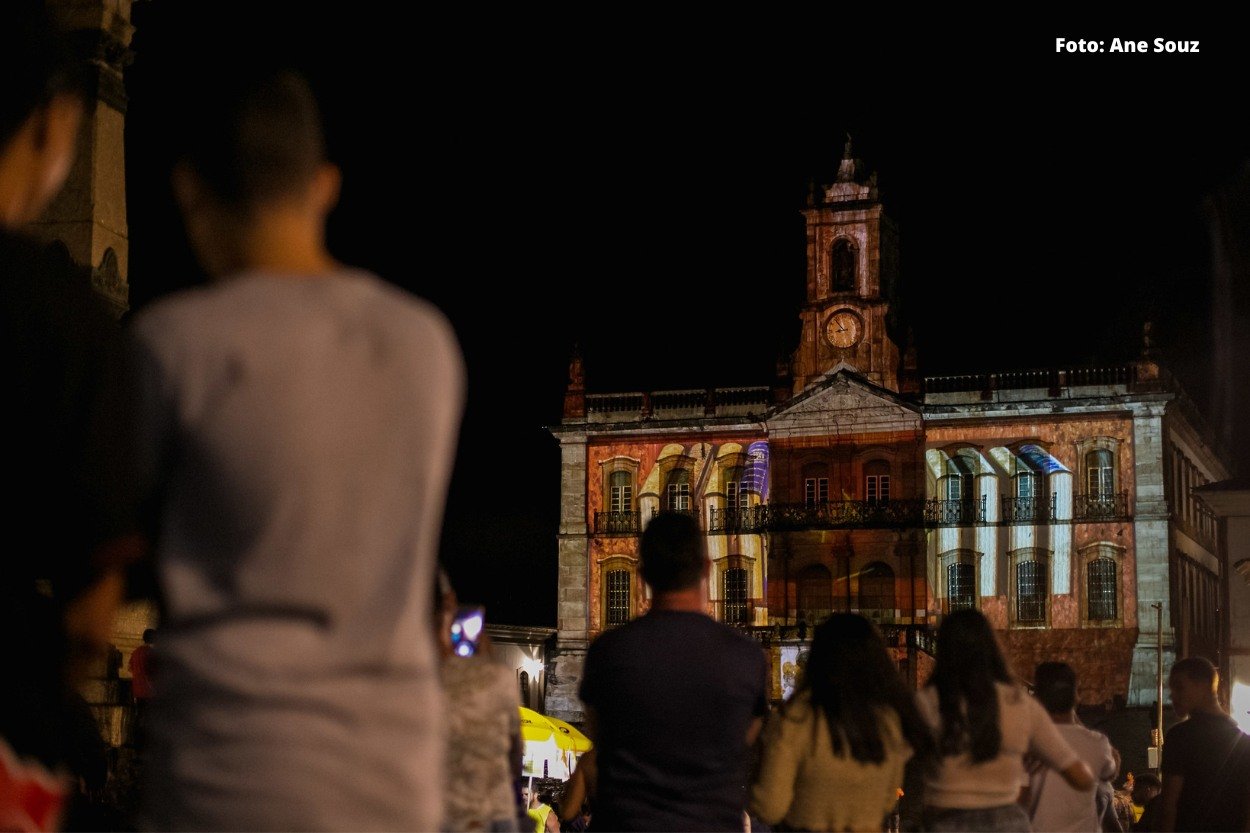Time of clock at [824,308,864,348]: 8:53
